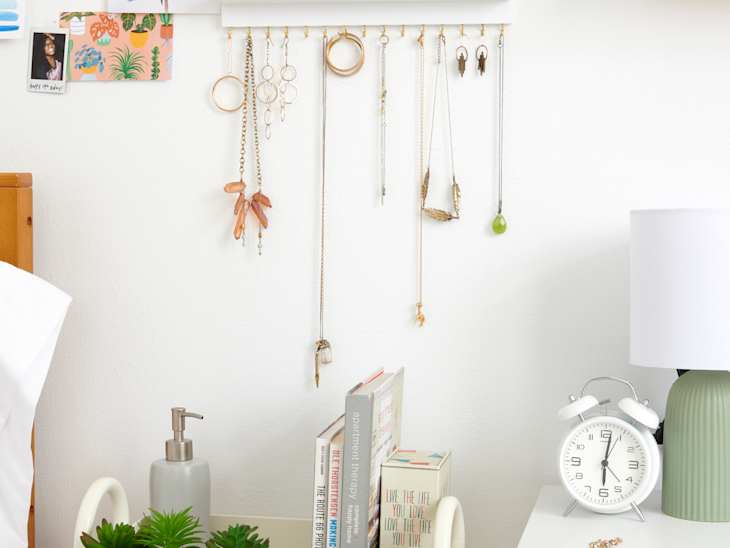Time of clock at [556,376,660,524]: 6:01
